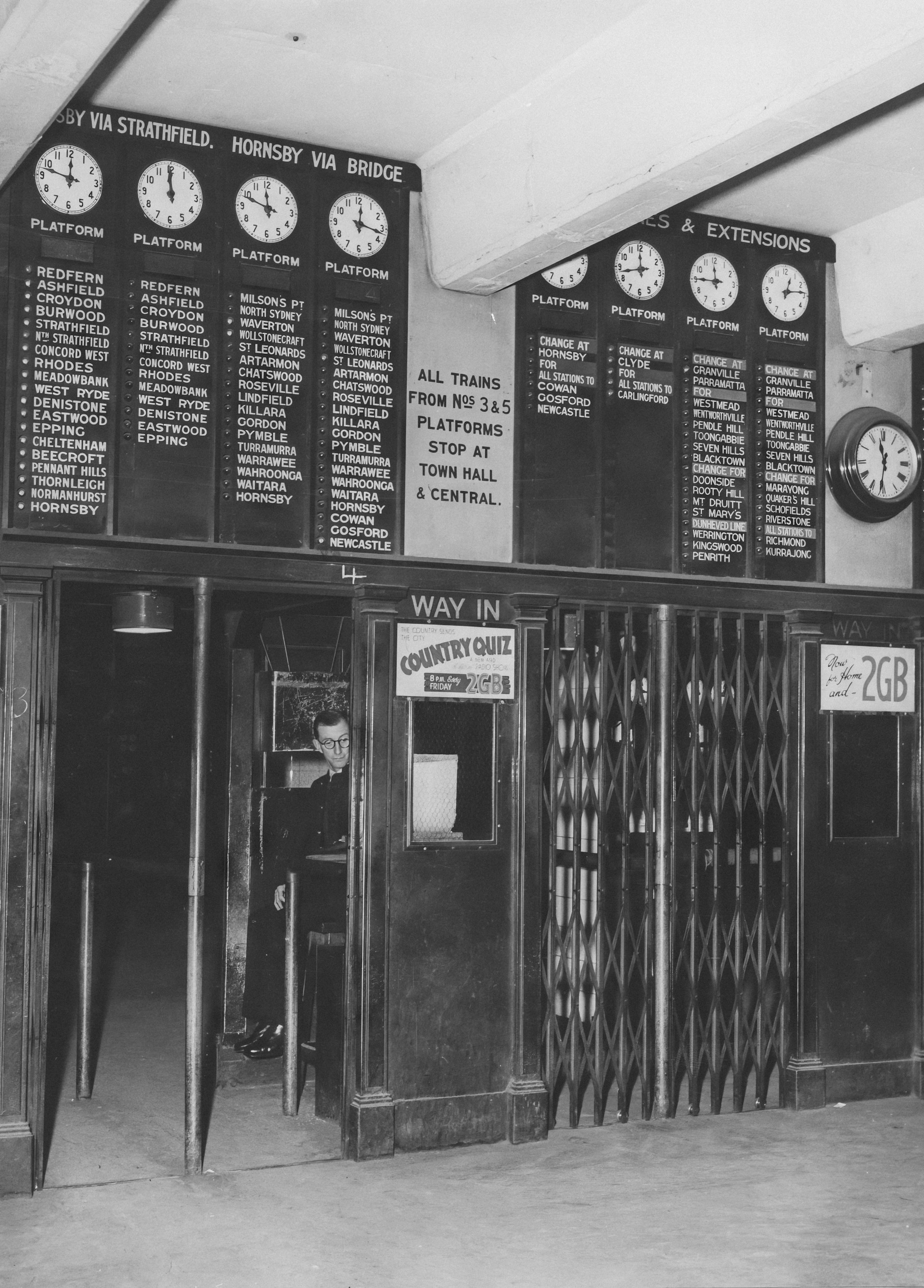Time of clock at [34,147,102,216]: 11:47
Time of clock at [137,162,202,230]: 11:59
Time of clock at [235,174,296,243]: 11:48
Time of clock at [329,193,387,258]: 12:16
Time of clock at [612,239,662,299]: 11:43
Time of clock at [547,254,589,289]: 8:11
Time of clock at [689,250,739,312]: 11:45
